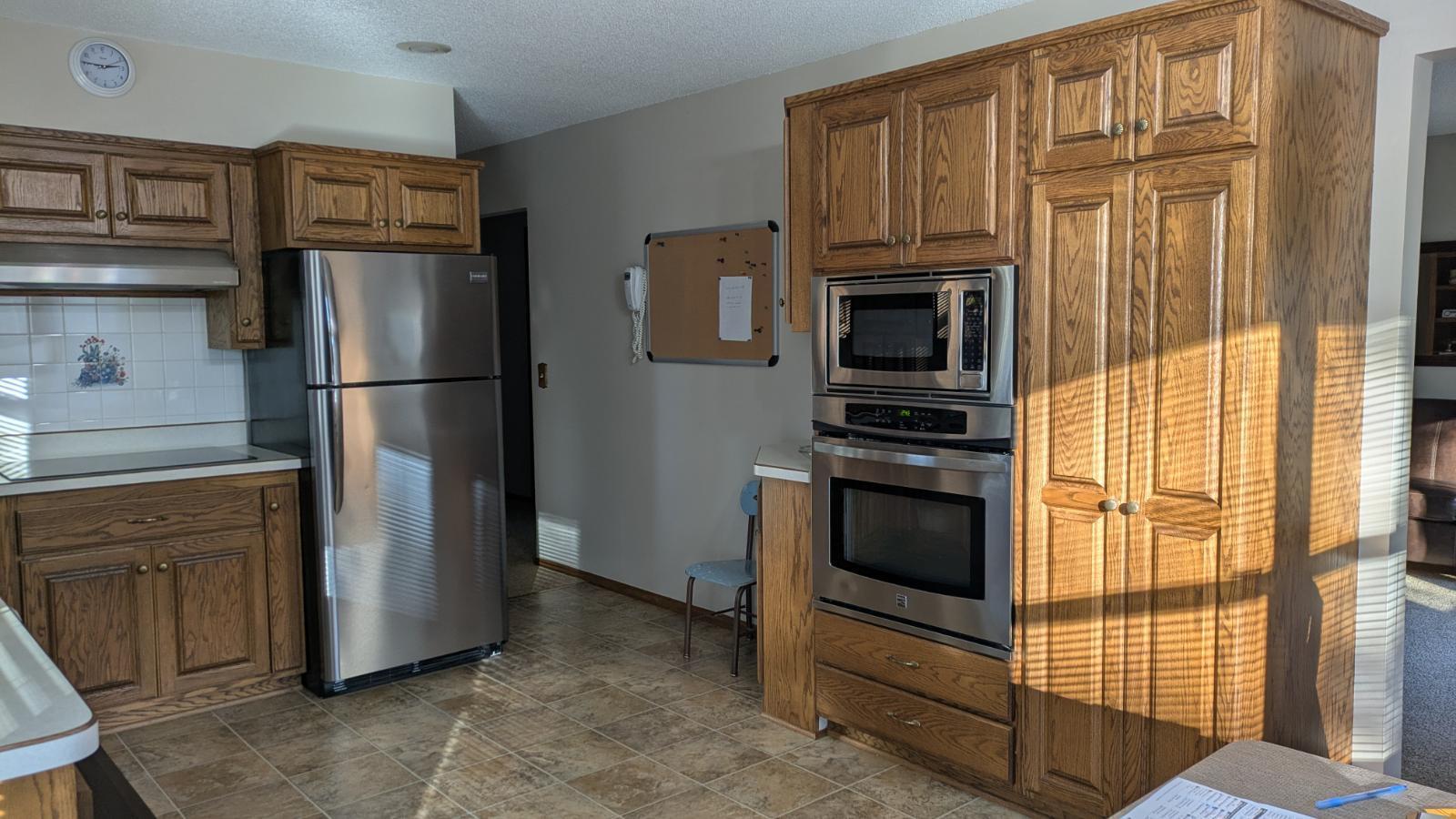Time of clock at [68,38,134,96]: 2:46
